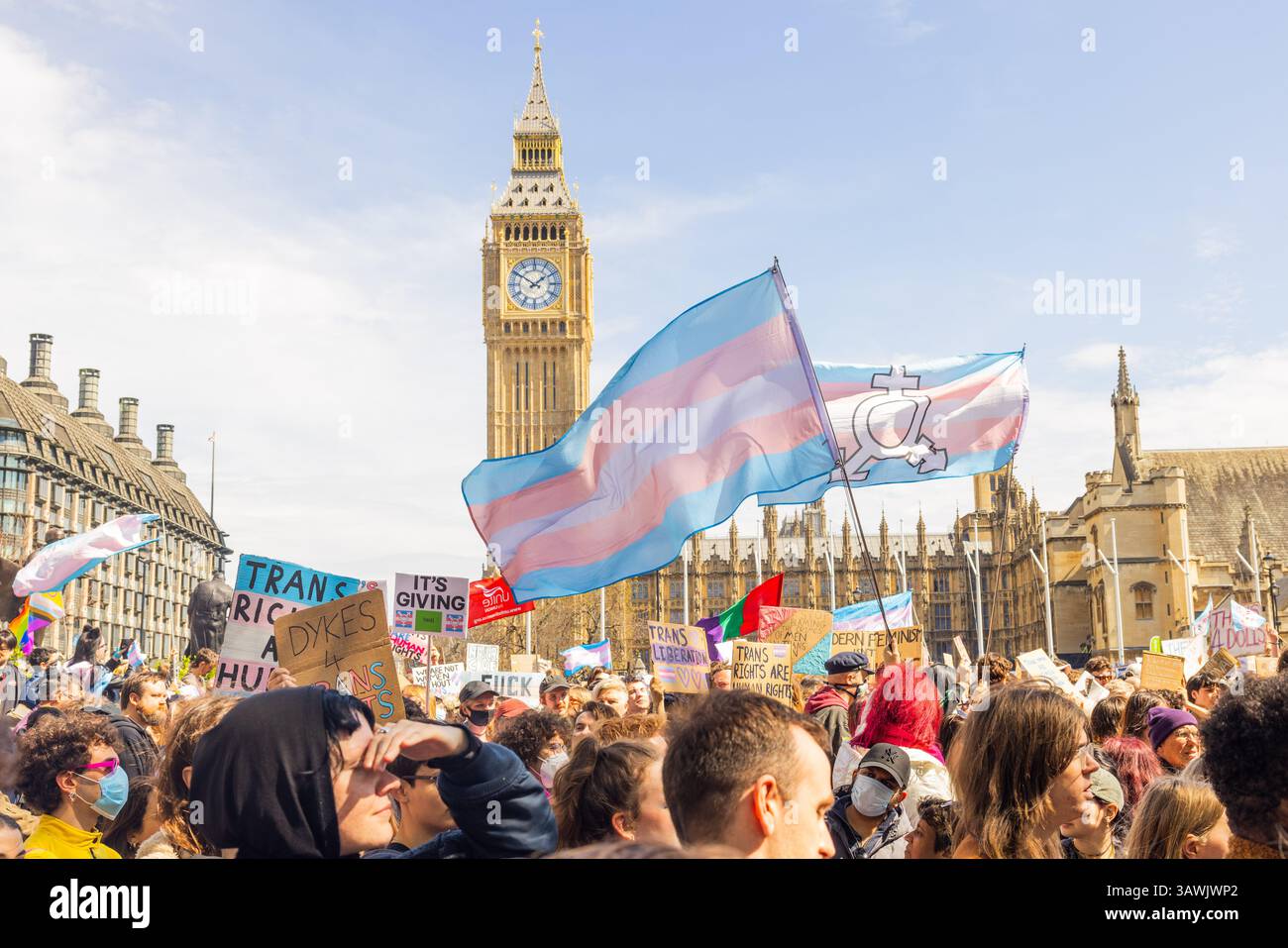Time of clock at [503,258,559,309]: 1:50
